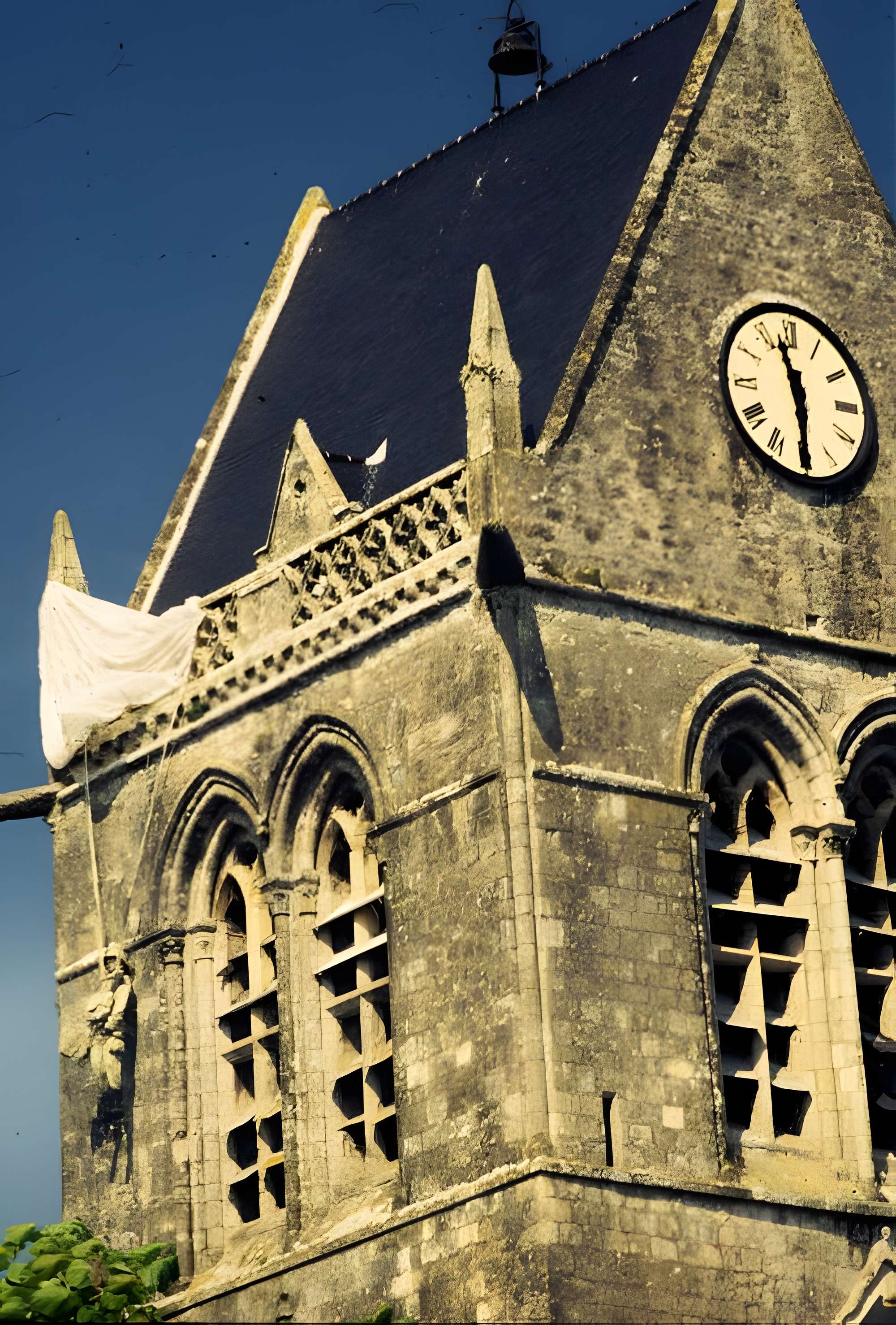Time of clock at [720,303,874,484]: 11:29
